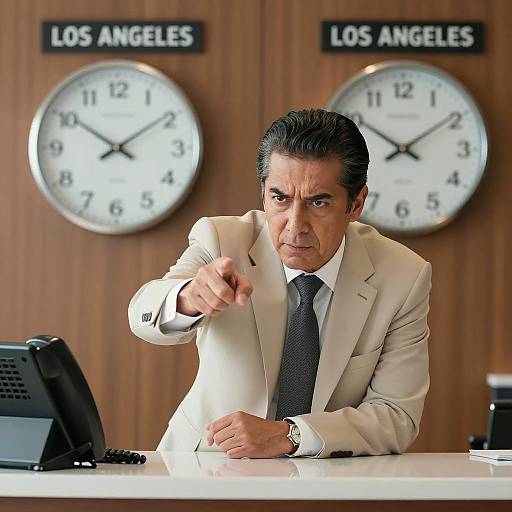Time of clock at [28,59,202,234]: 10:09
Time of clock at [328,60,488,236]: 10:09
